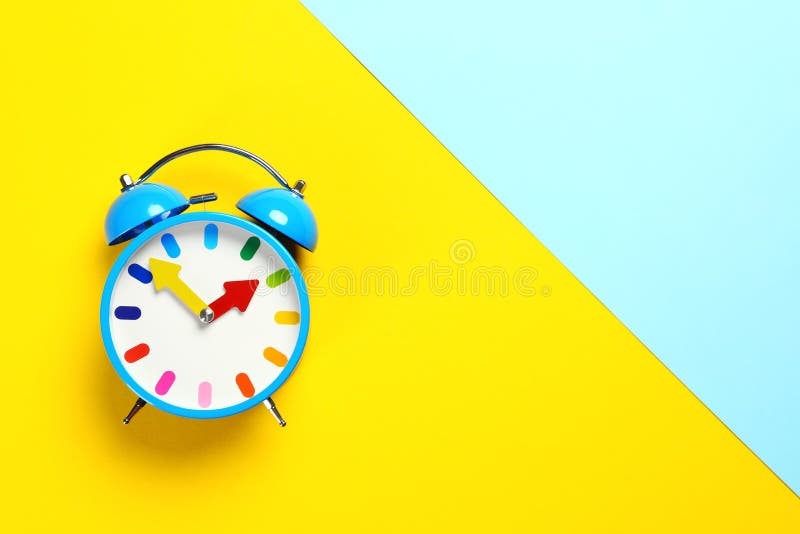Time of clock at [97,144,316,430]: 1:51
